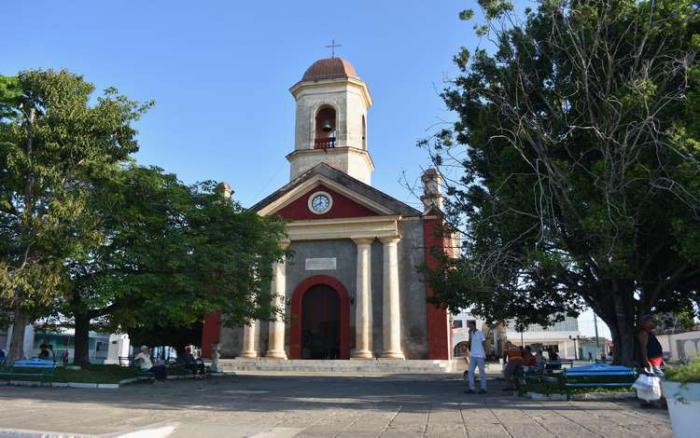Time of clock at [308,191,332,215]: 7:59
